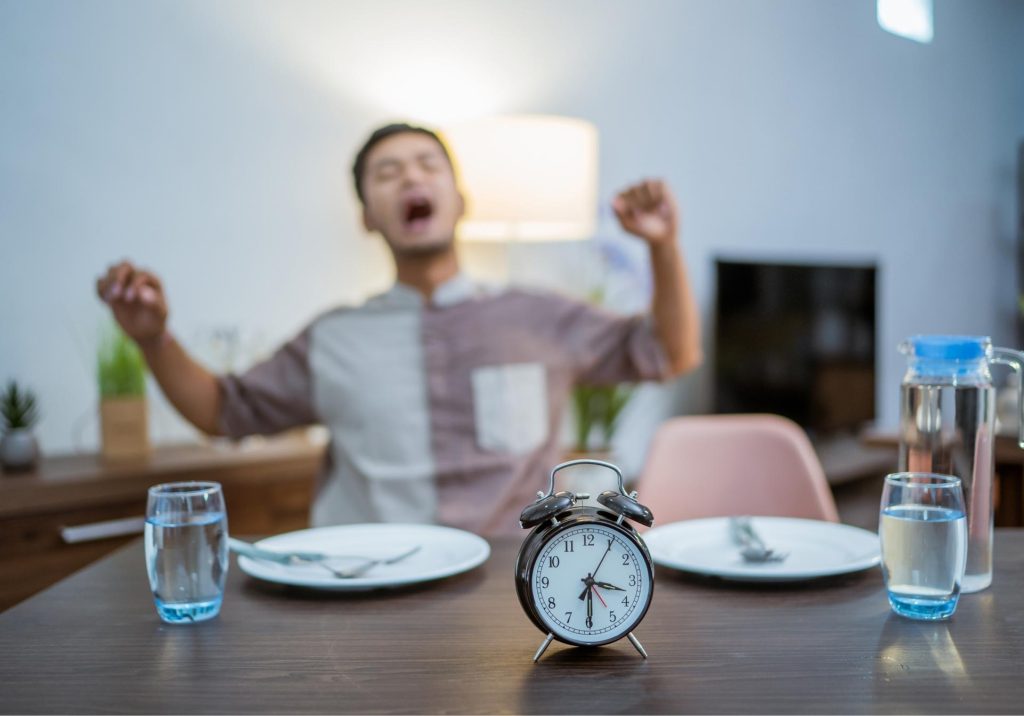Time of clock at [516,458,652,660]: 3:30
